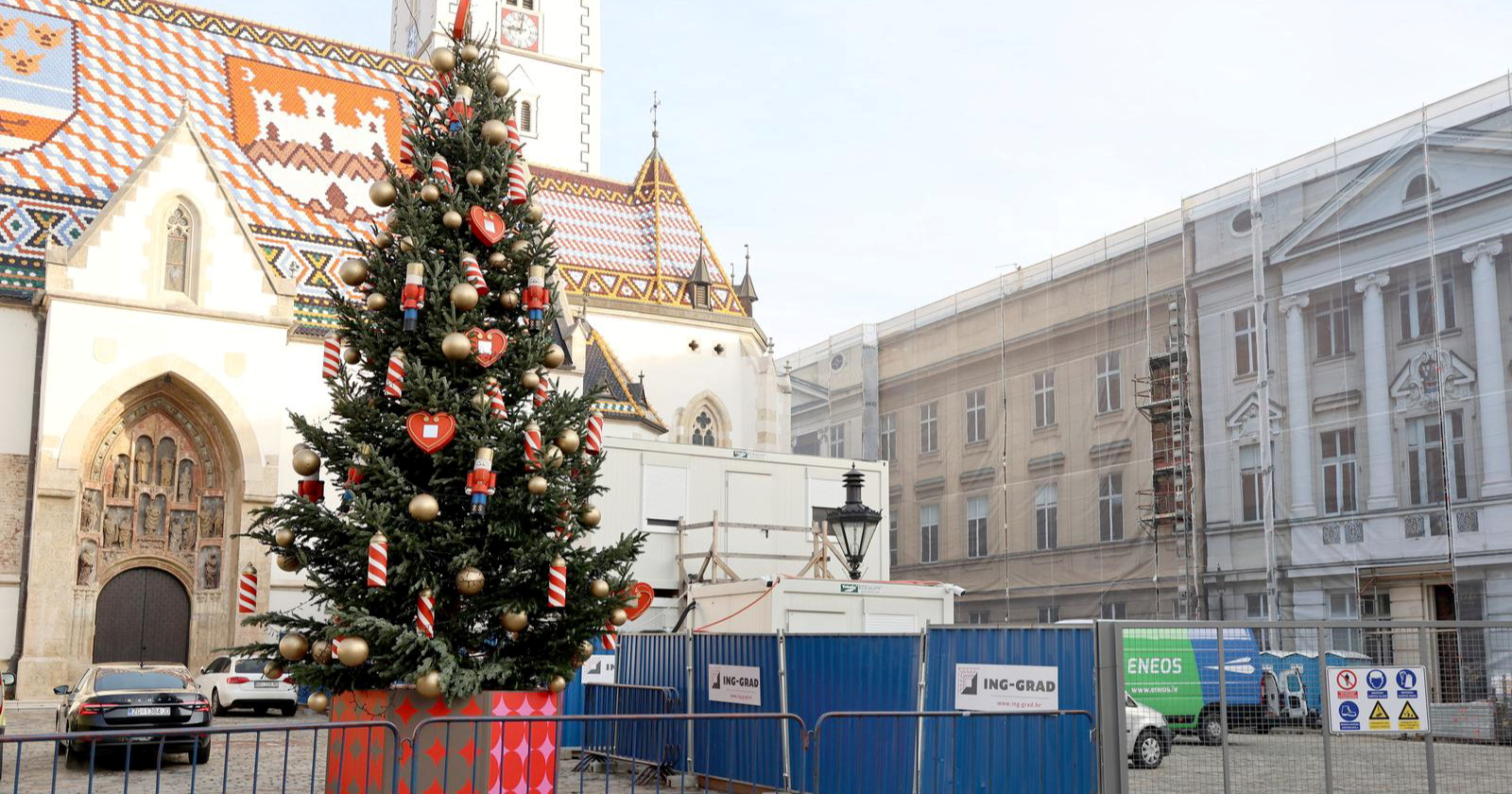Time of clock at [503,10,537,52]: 9:01
